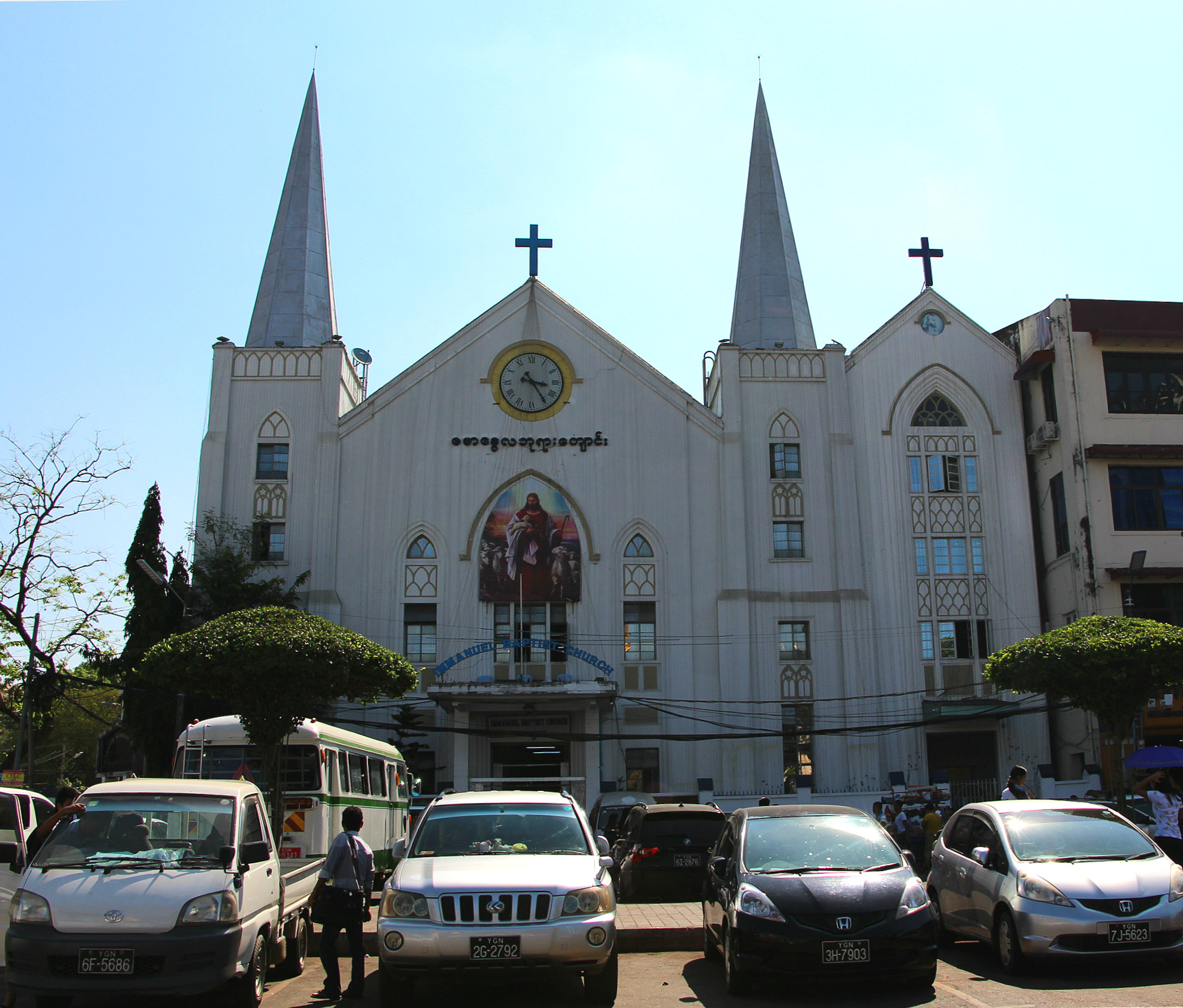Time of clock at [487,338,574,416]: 3:24
